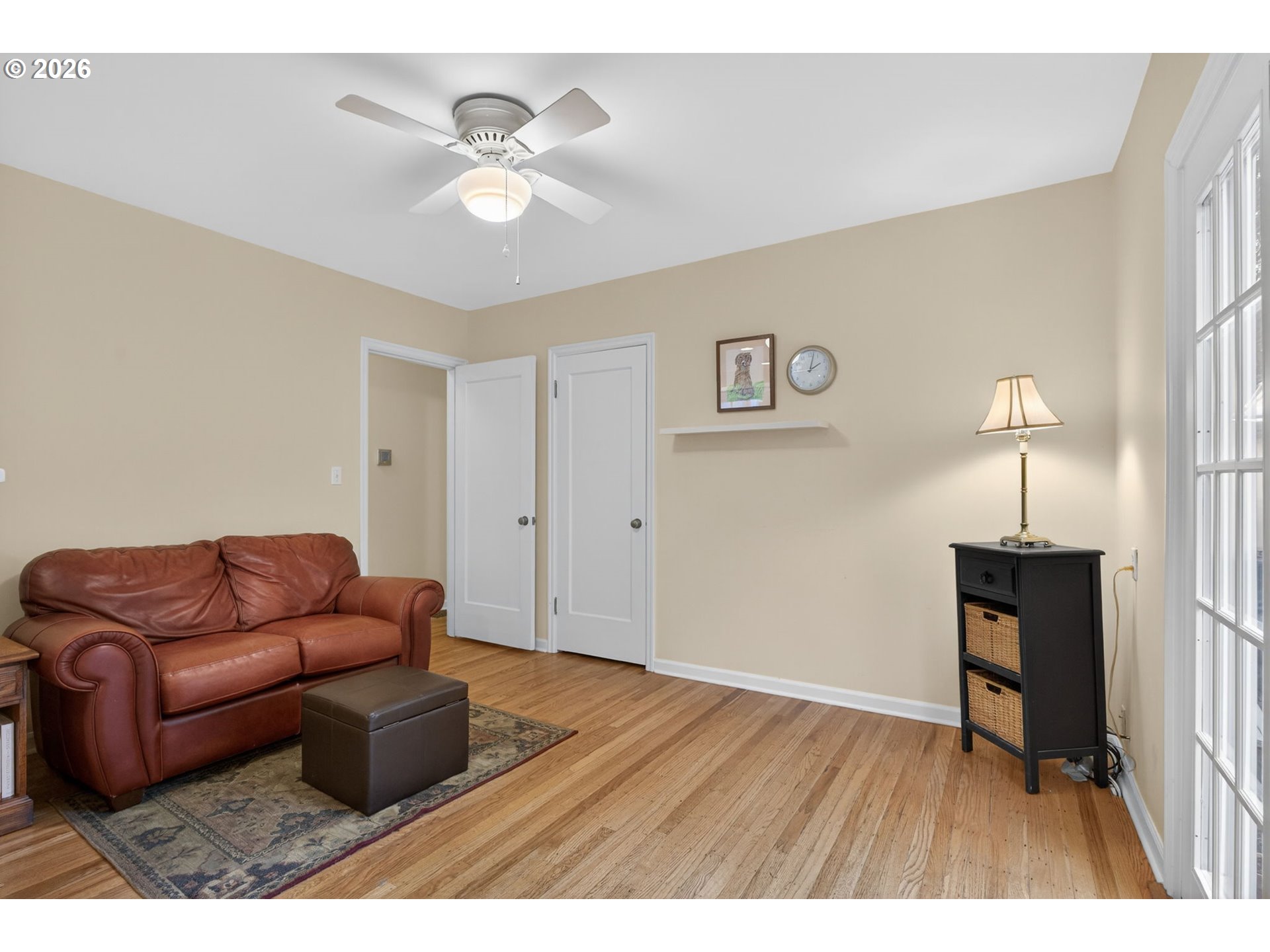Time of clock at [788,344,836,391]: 2:01
